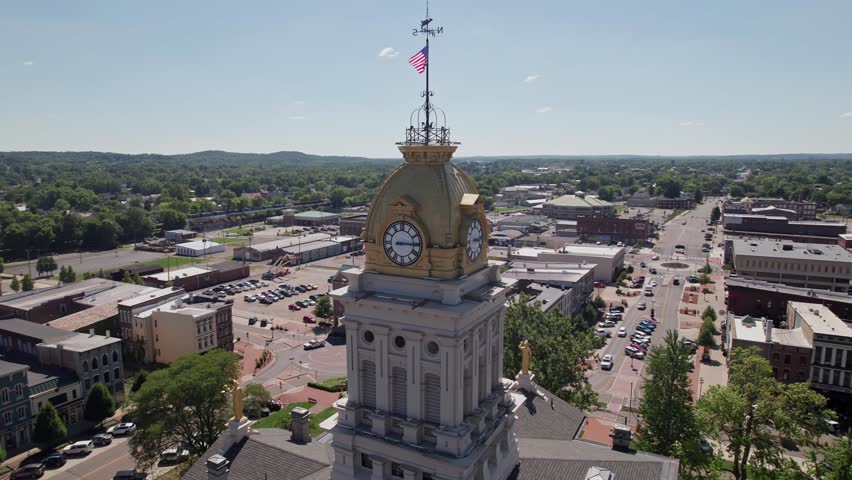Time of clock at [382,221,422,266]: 3:15
